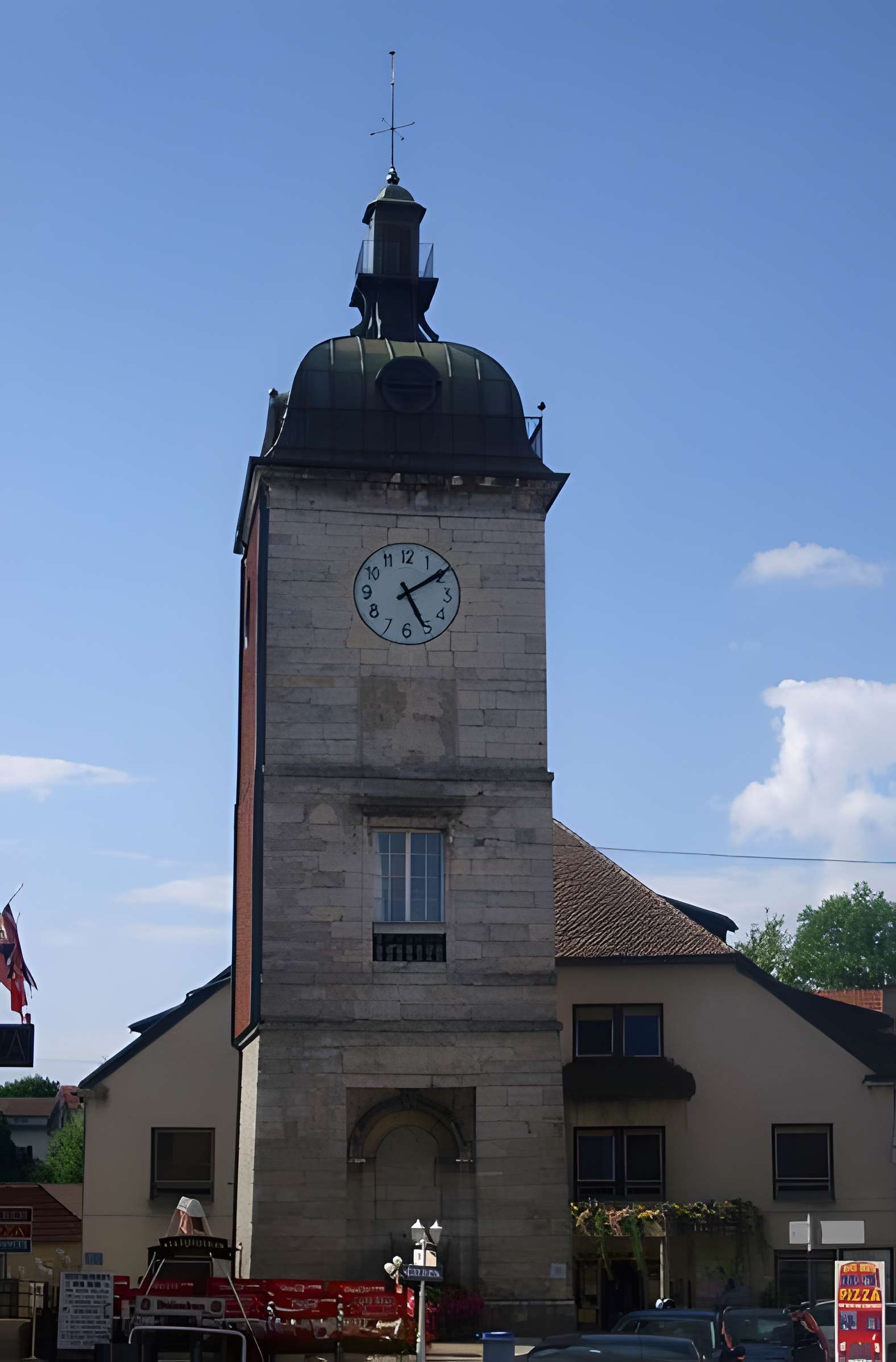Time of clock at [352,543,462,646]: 5:09
